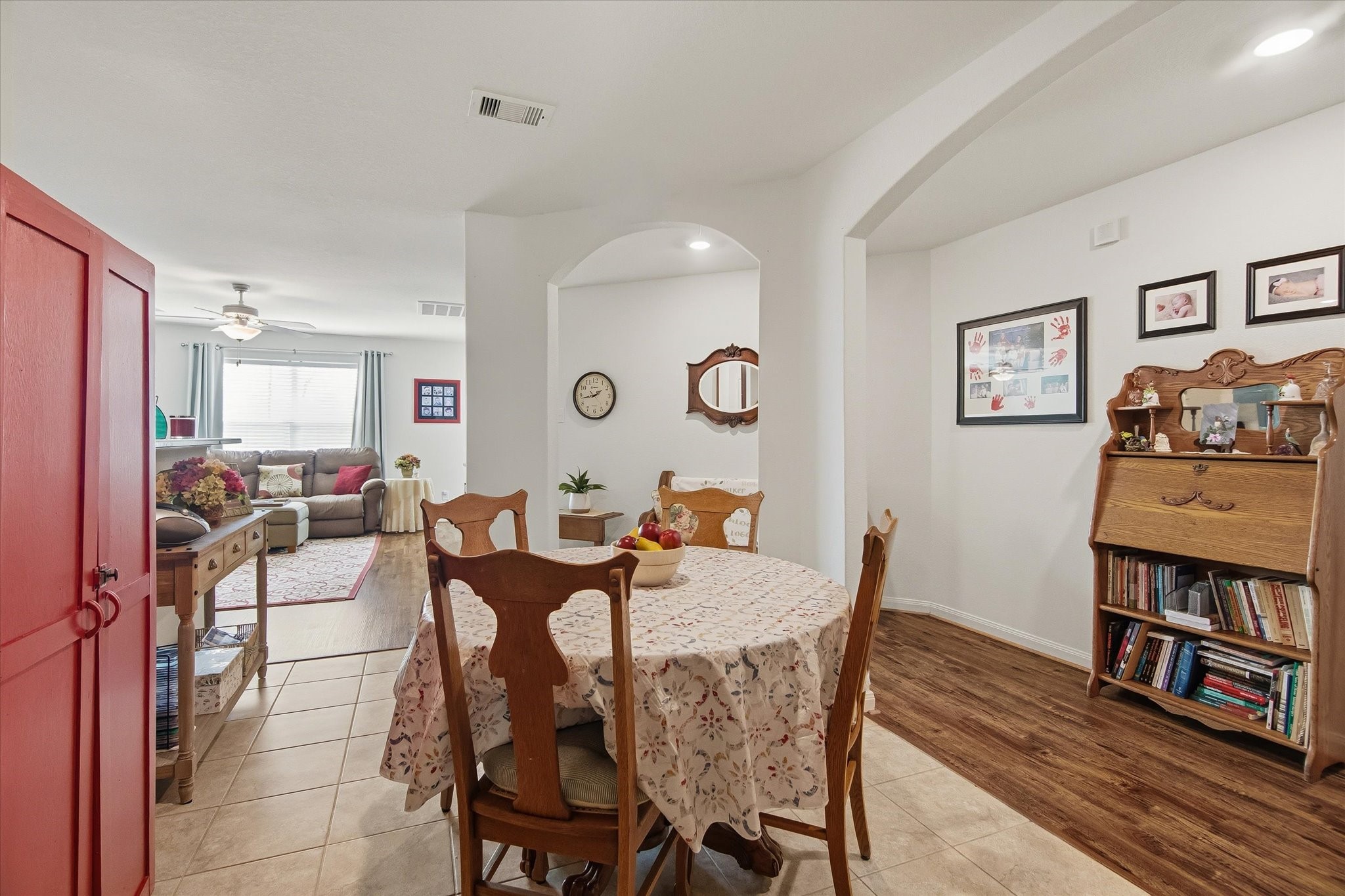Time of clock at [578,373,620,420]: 1:43
